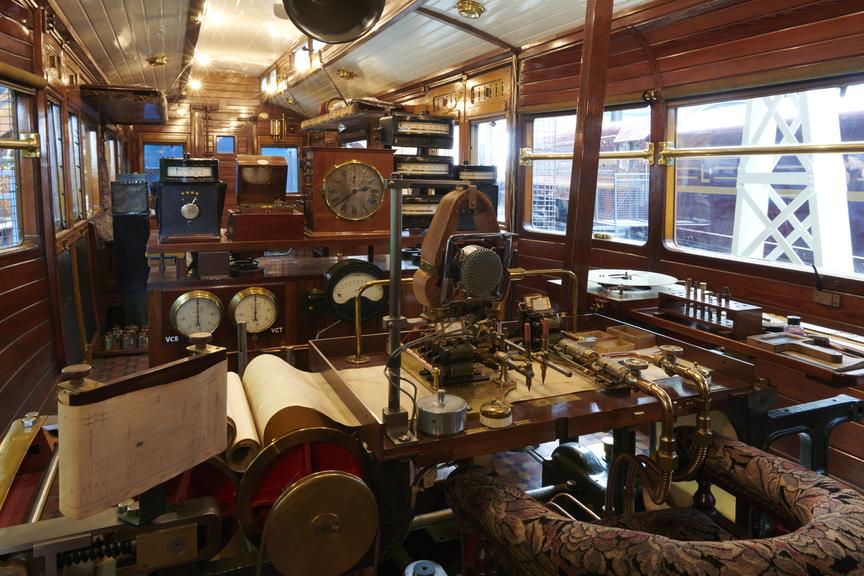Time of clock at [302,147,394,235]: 2:38
